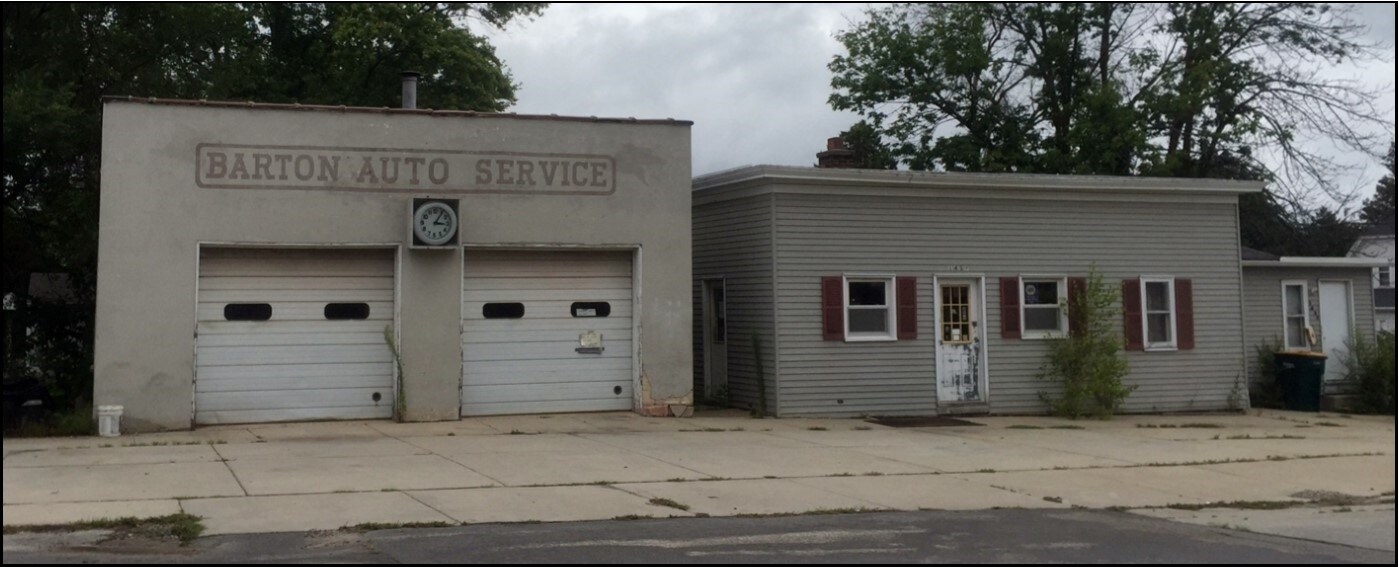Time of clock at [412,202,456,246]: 3:05
